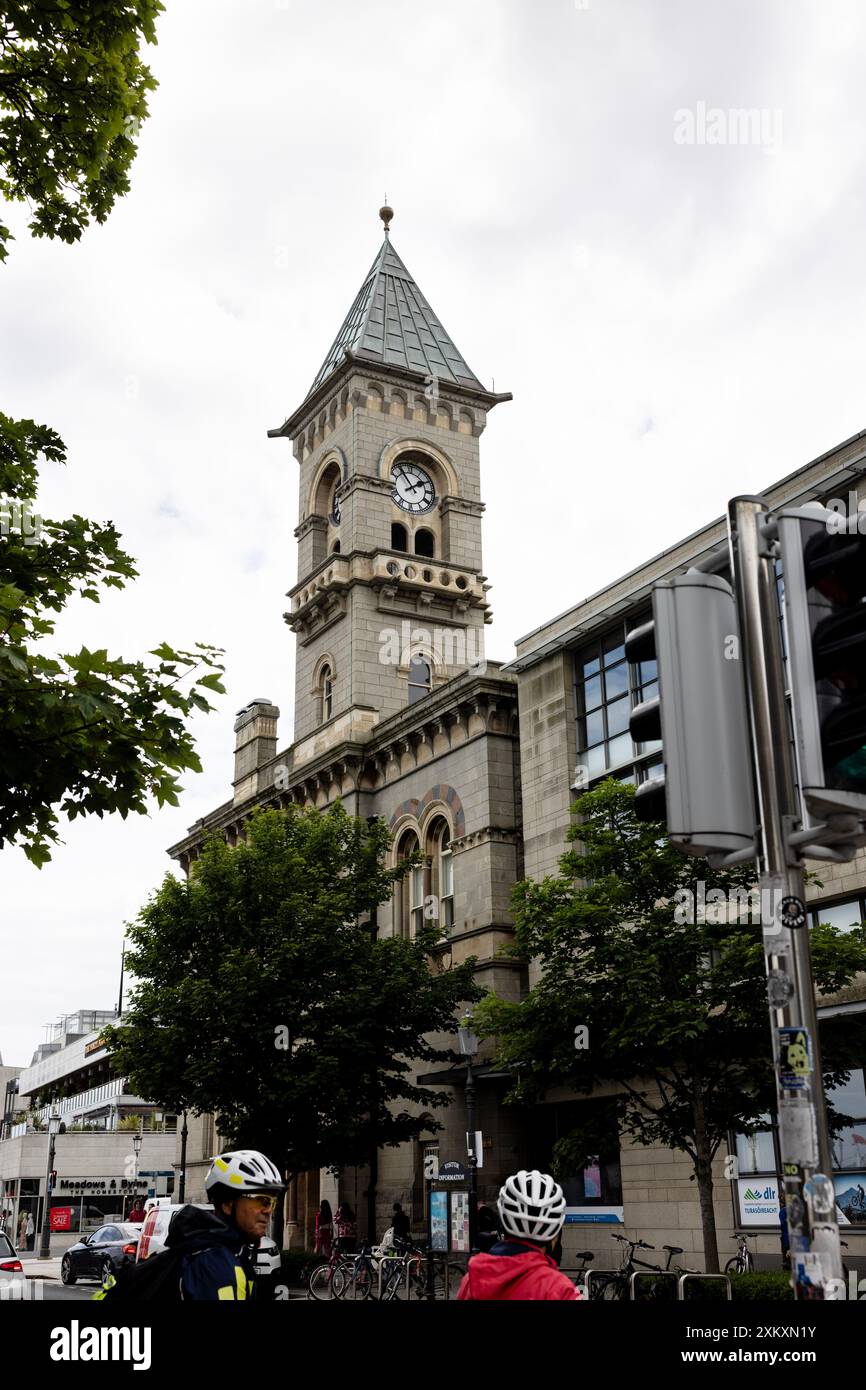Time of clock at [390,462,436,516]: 1:54
